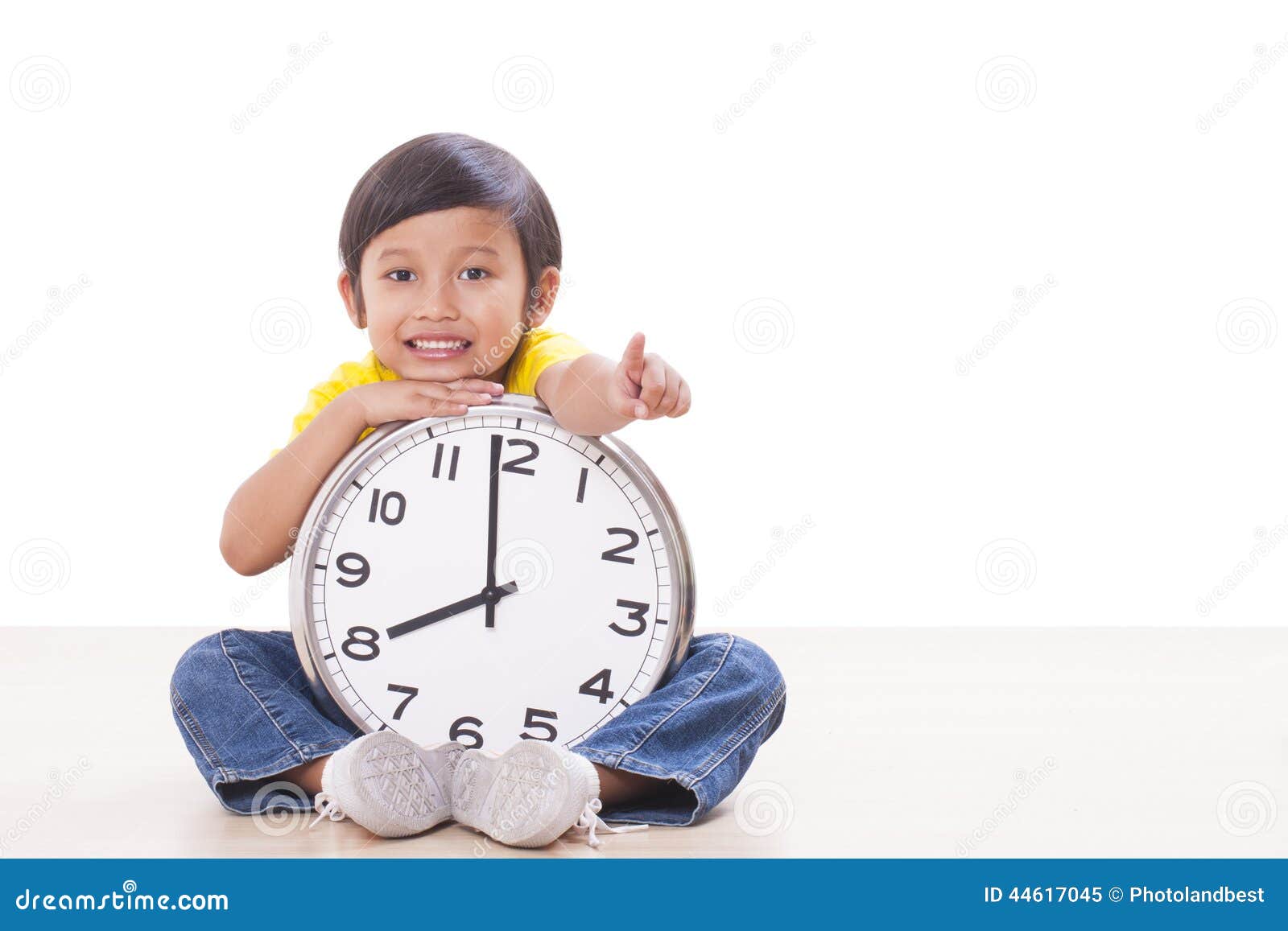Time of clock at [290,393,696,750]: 7:58
